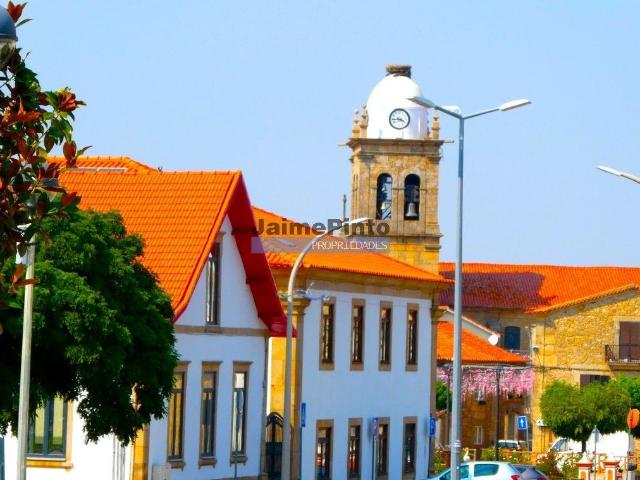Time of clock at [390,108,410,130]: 3:43
